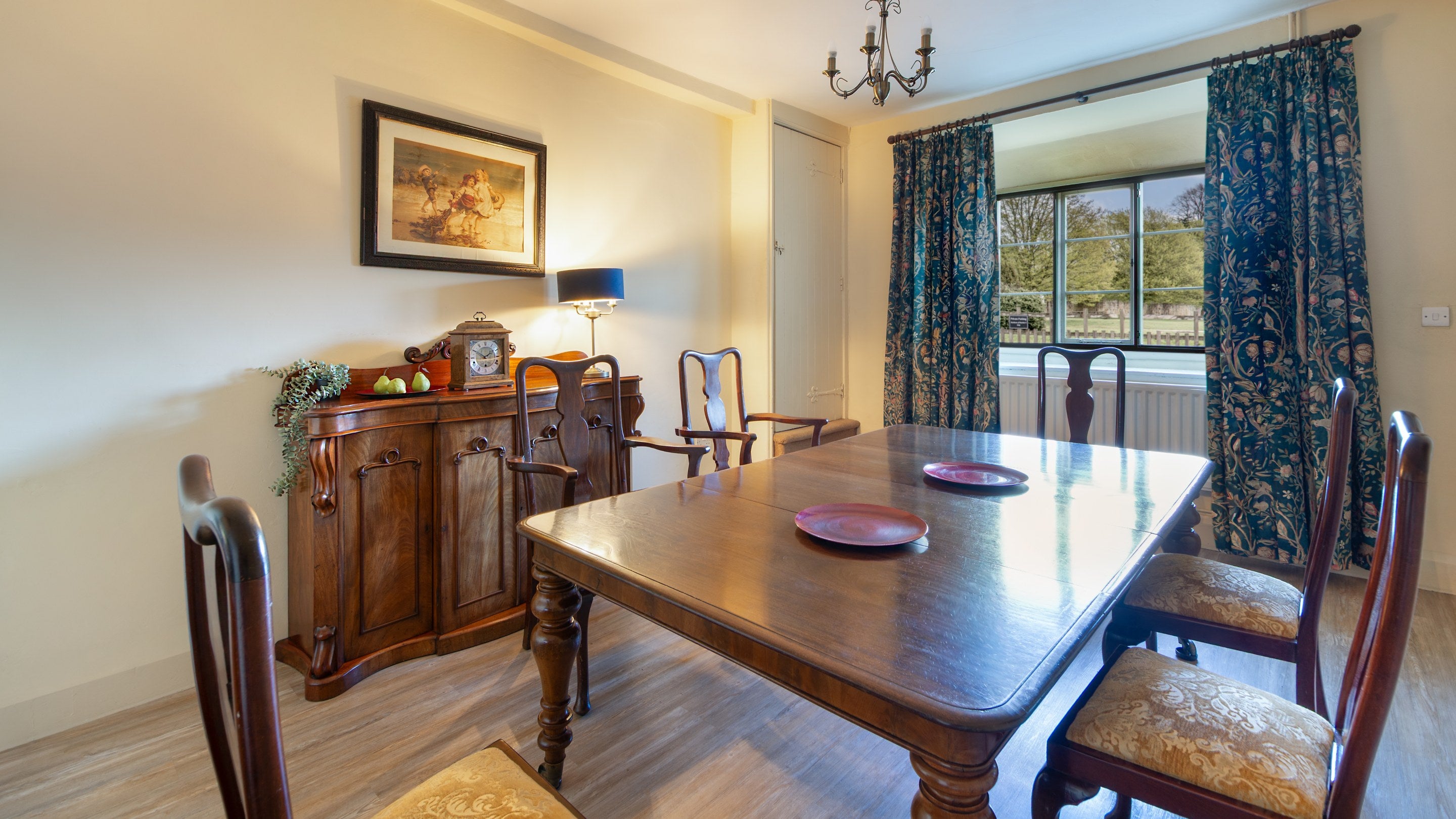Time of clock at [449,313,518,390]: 1:50
